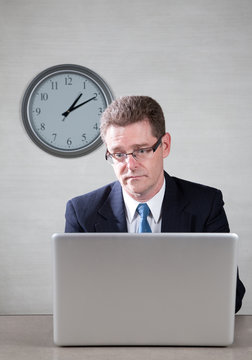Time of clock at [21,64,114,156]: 1:10
